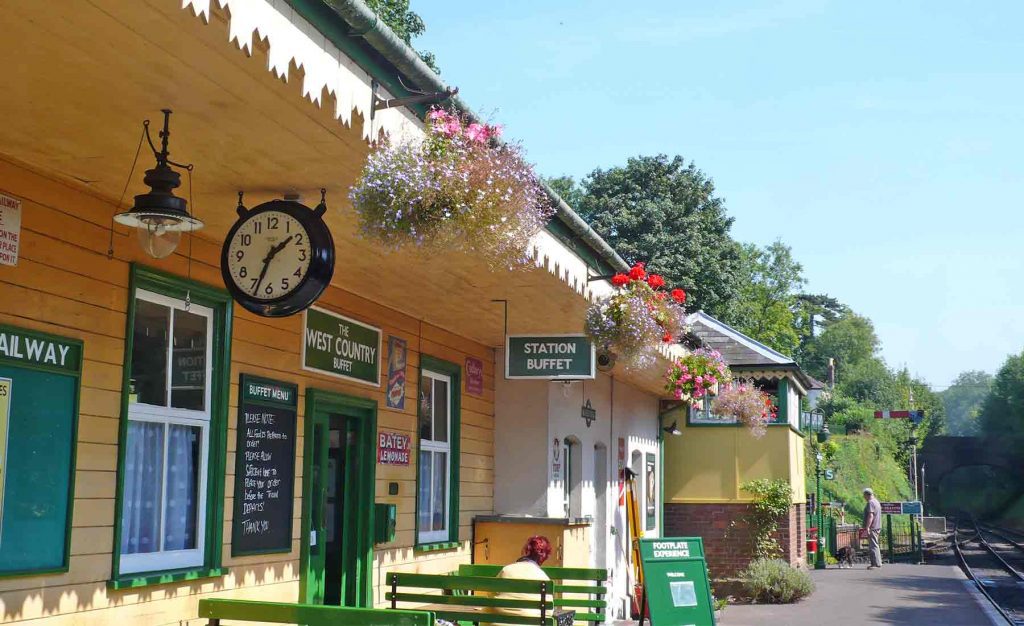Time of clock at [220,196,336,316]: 1:33
